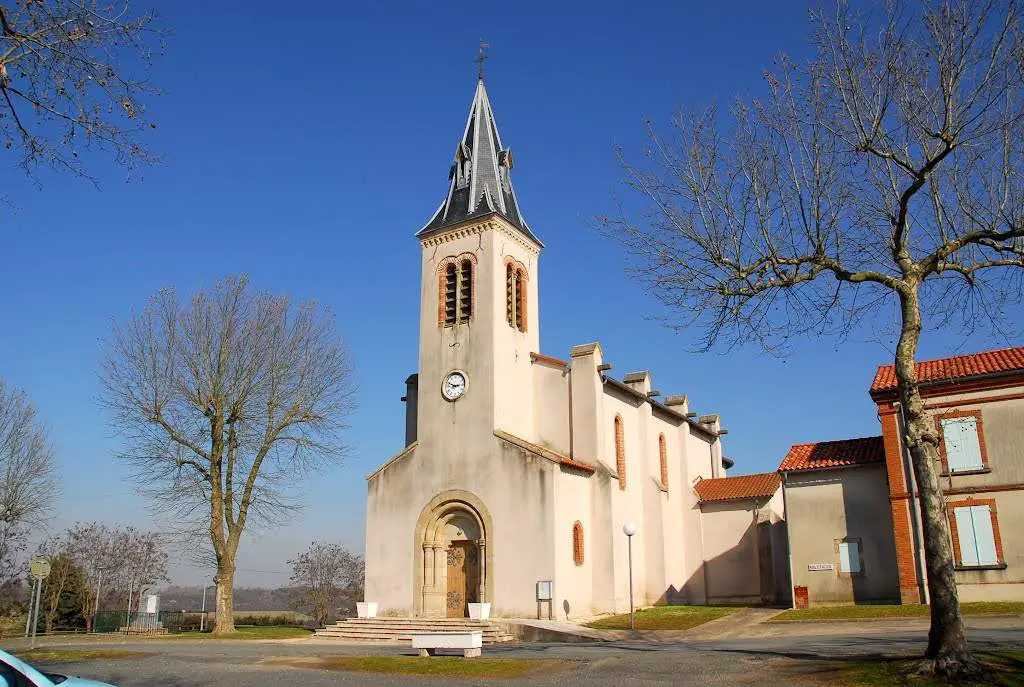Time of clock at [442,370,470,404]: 2:48
